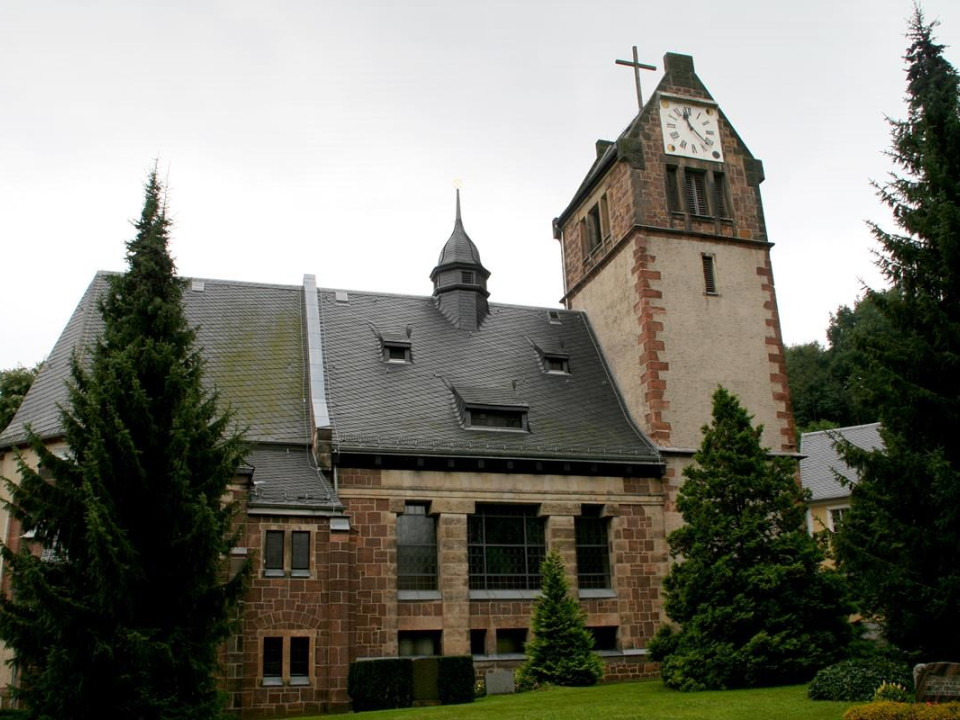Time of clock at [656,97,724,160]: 11:22
